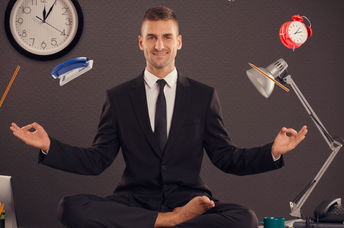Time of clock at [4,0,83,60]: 12:04
